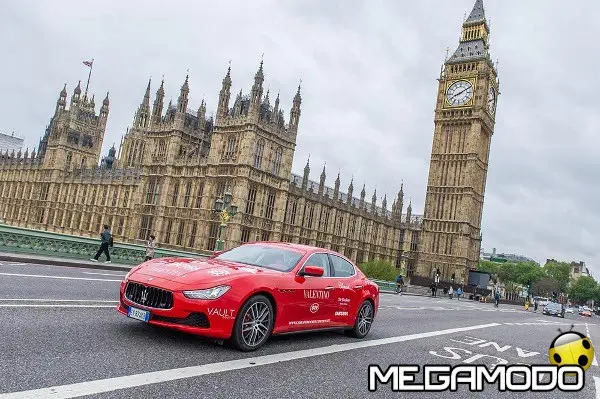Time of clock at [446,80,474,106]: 8:09
